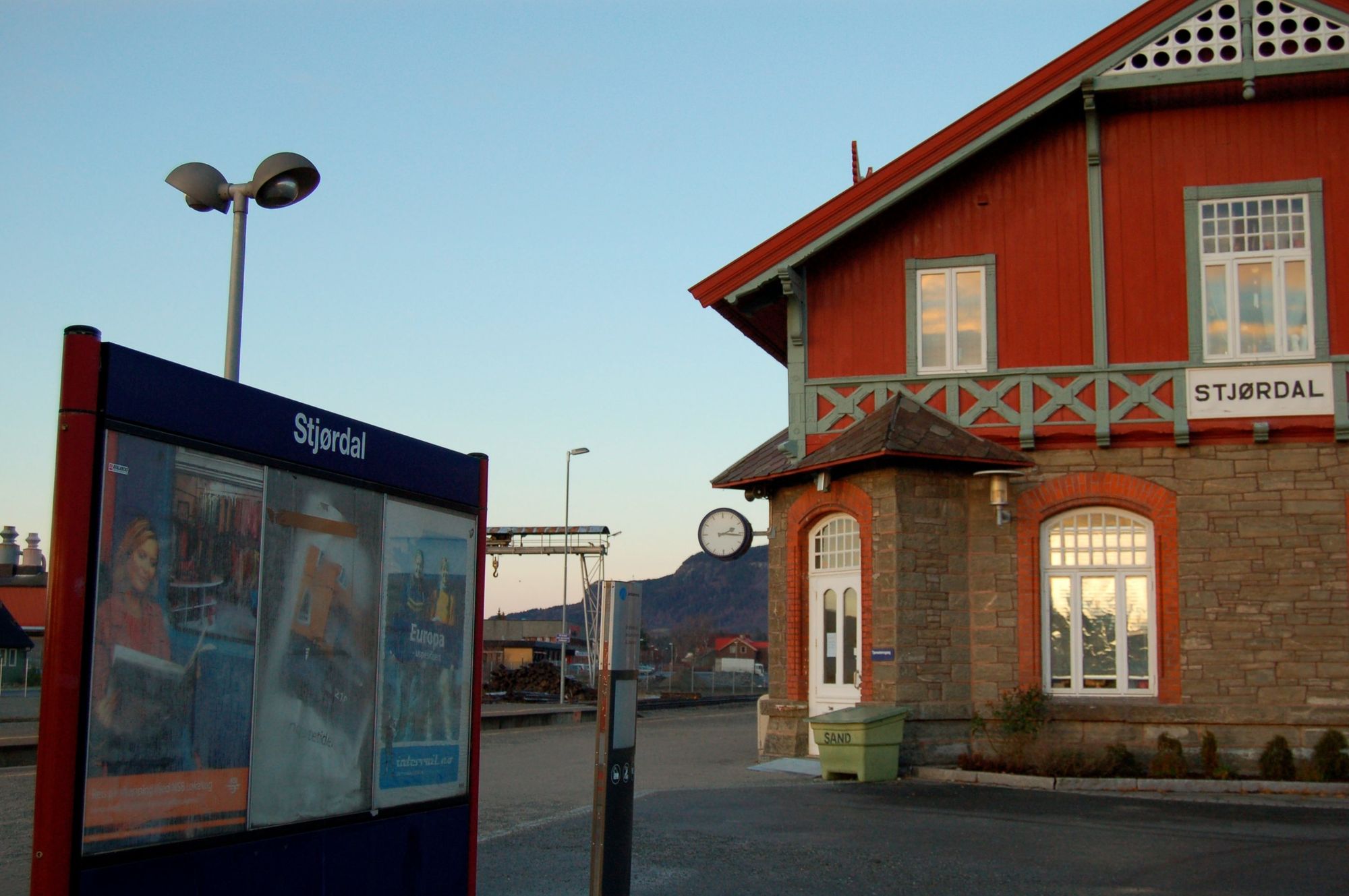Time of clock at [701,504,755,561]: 2:16
